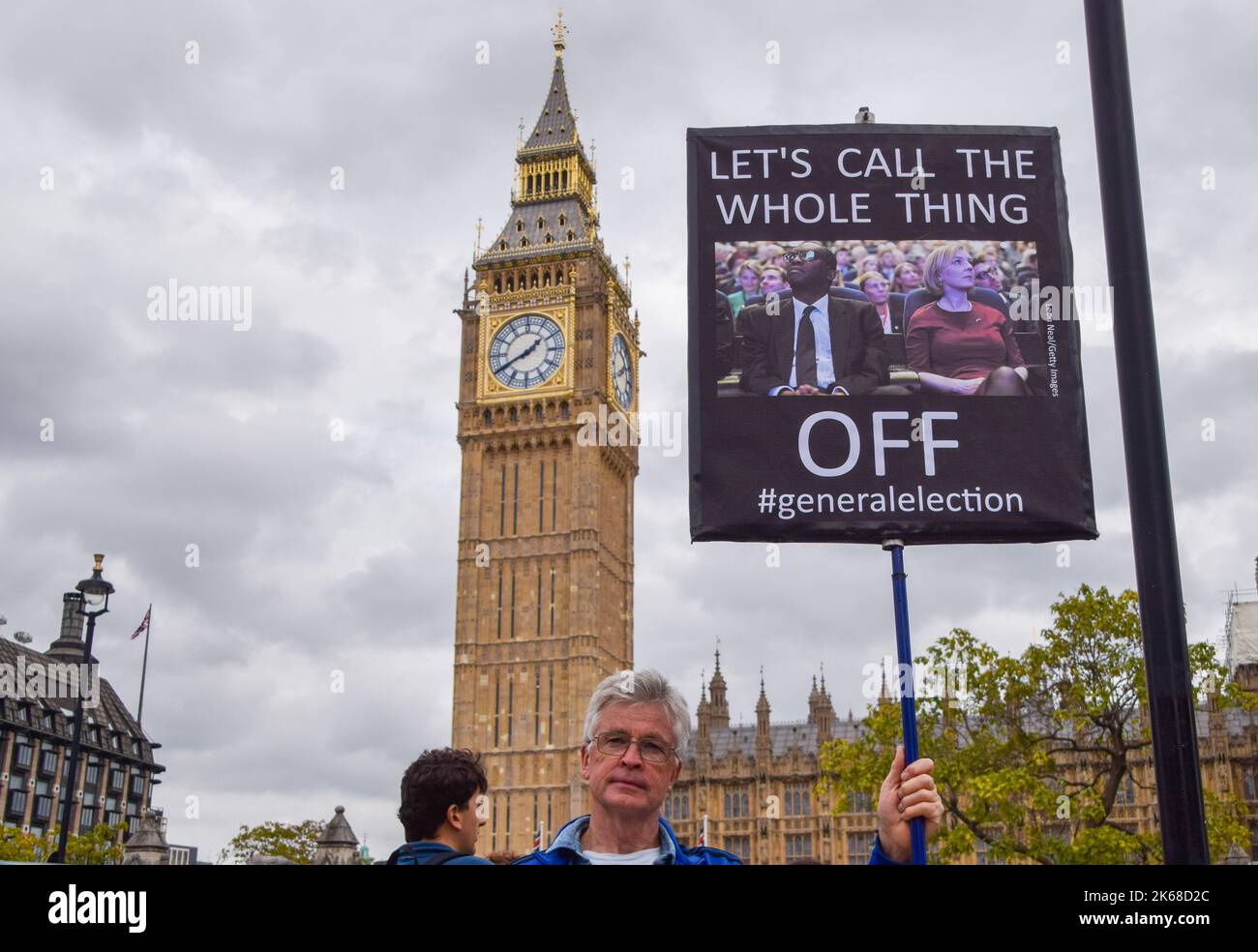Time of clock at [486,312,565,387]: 1:40
